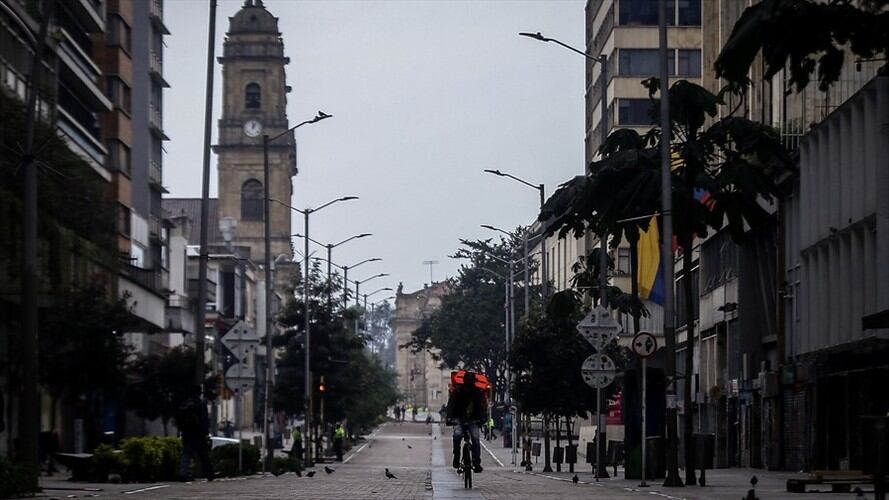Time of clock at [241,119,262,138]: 12:05
